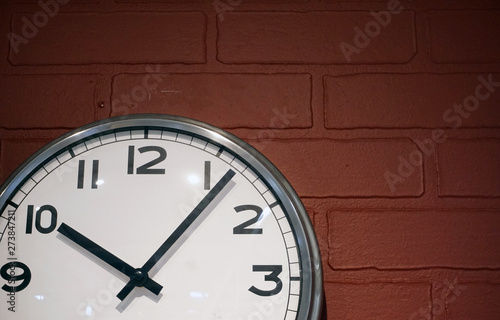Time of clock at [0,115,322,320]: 10:06
